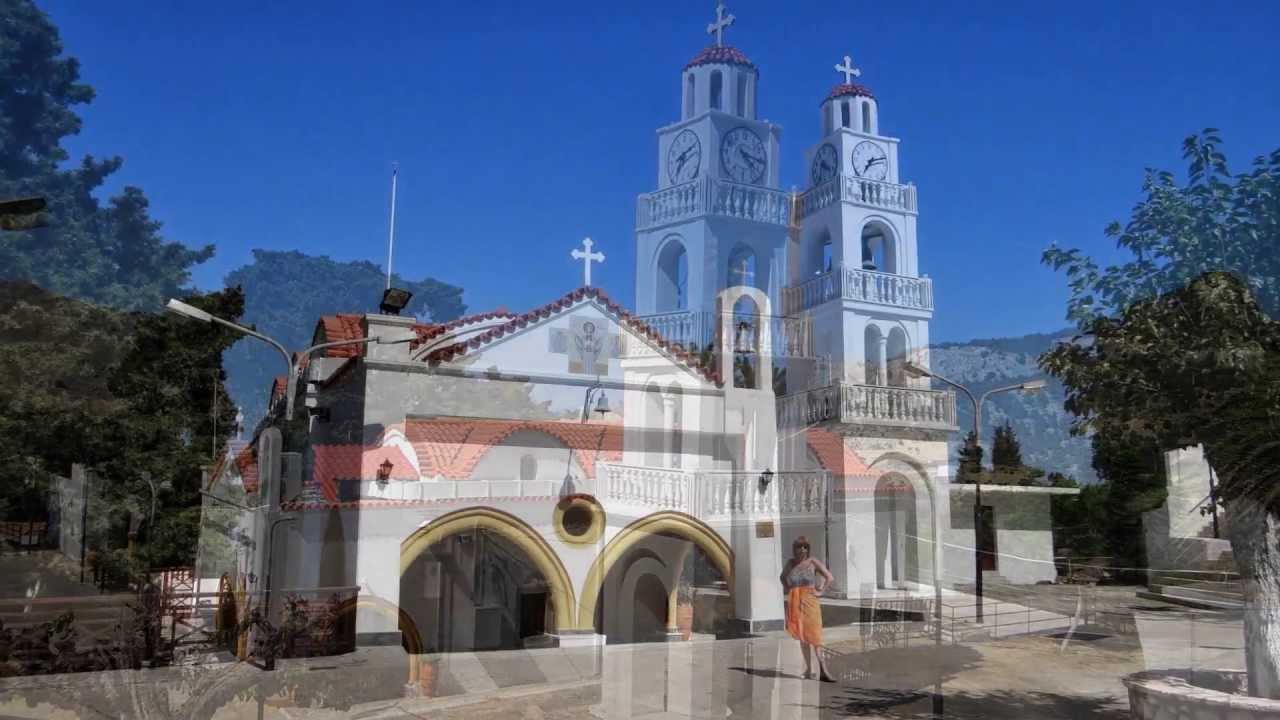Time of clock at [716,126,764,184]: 4:16
